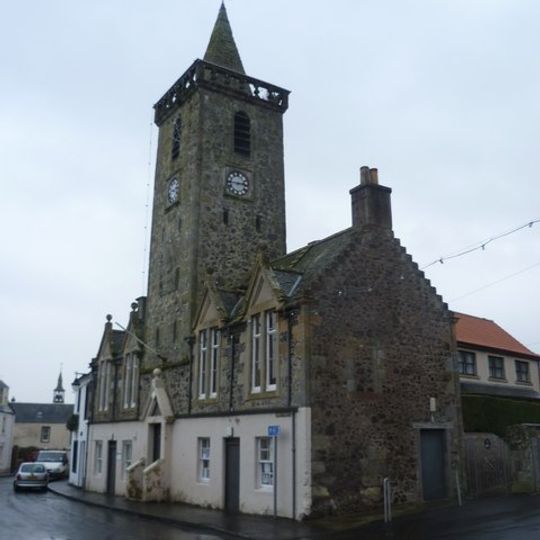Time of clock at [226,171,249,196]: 2:45
